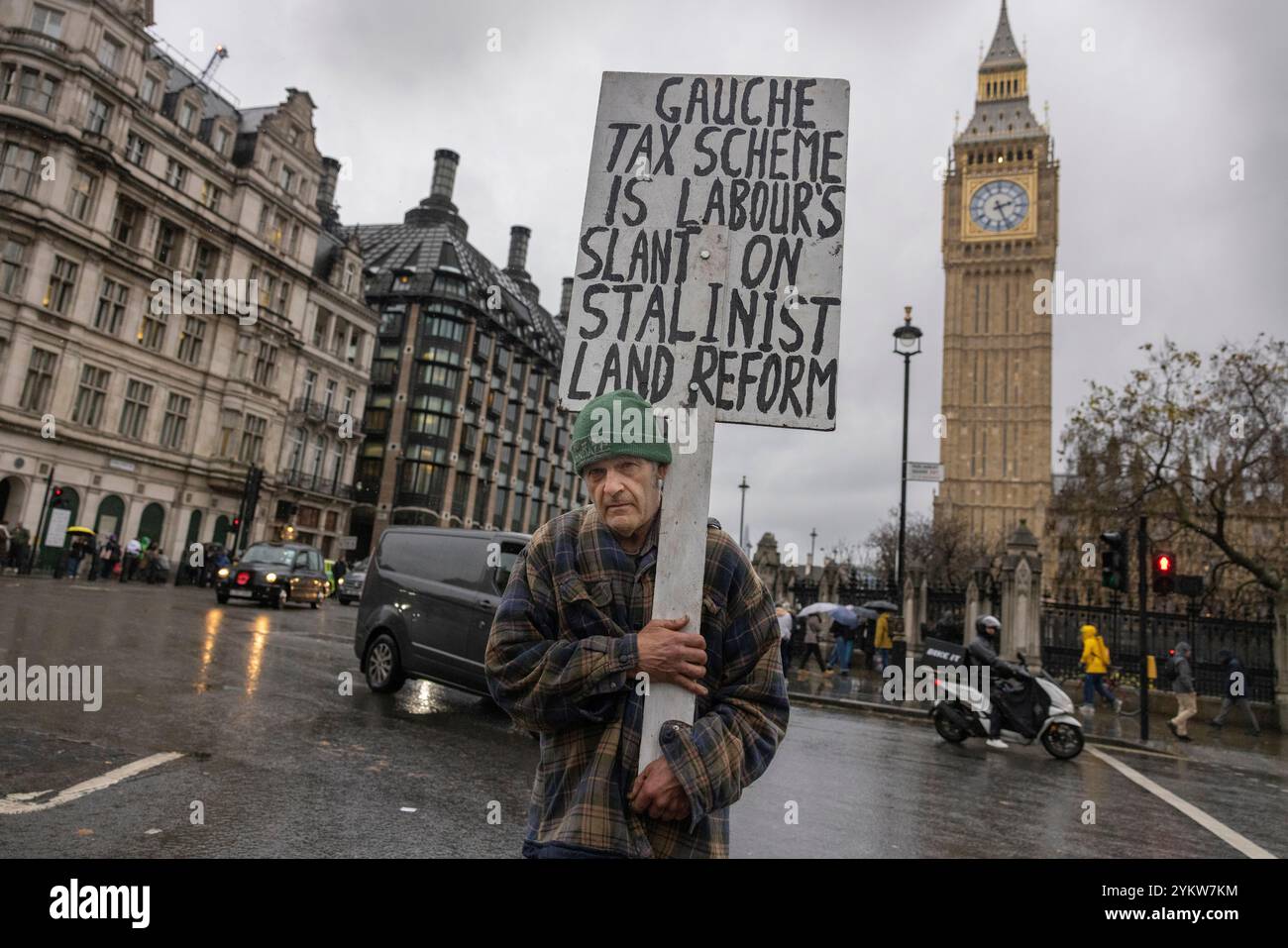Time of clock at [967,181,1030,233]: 2:26
